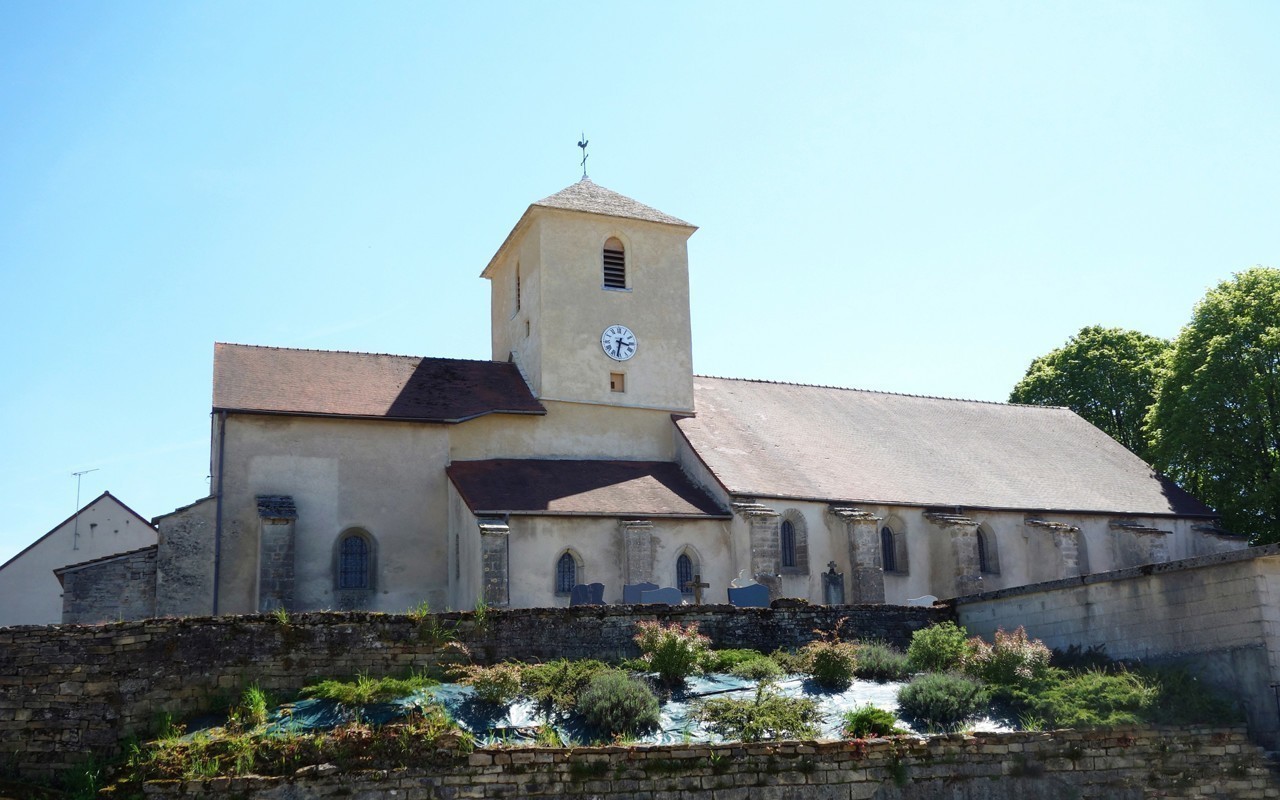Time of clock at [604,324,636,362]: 3:32
